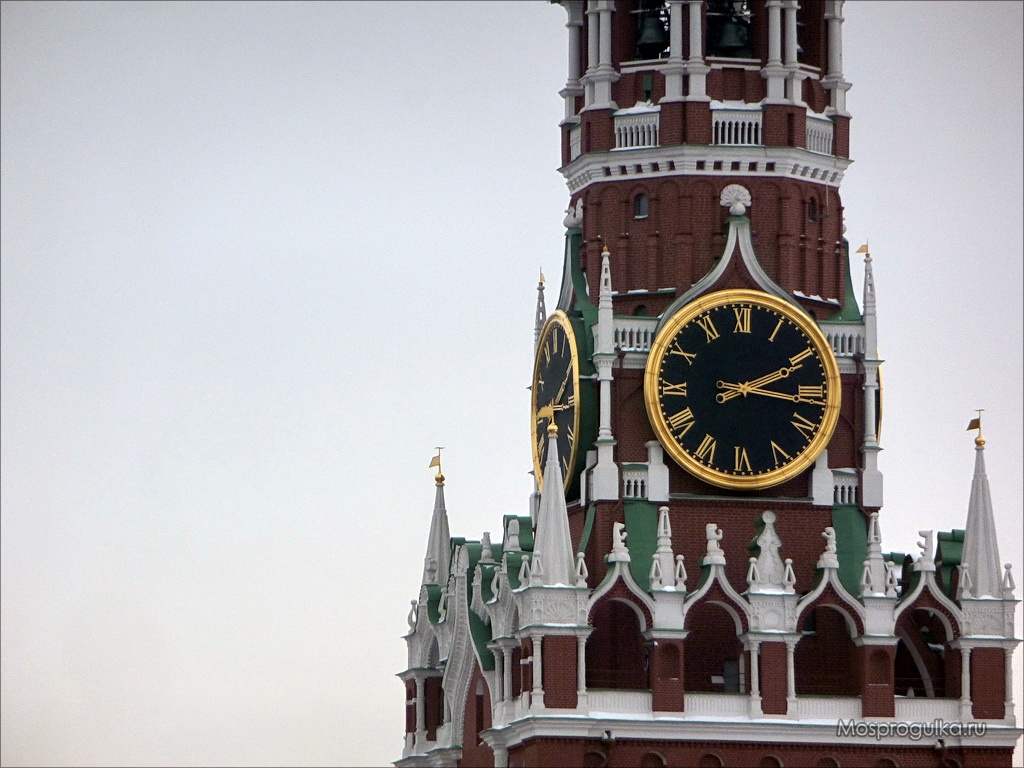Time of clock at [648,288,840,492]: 2:16
